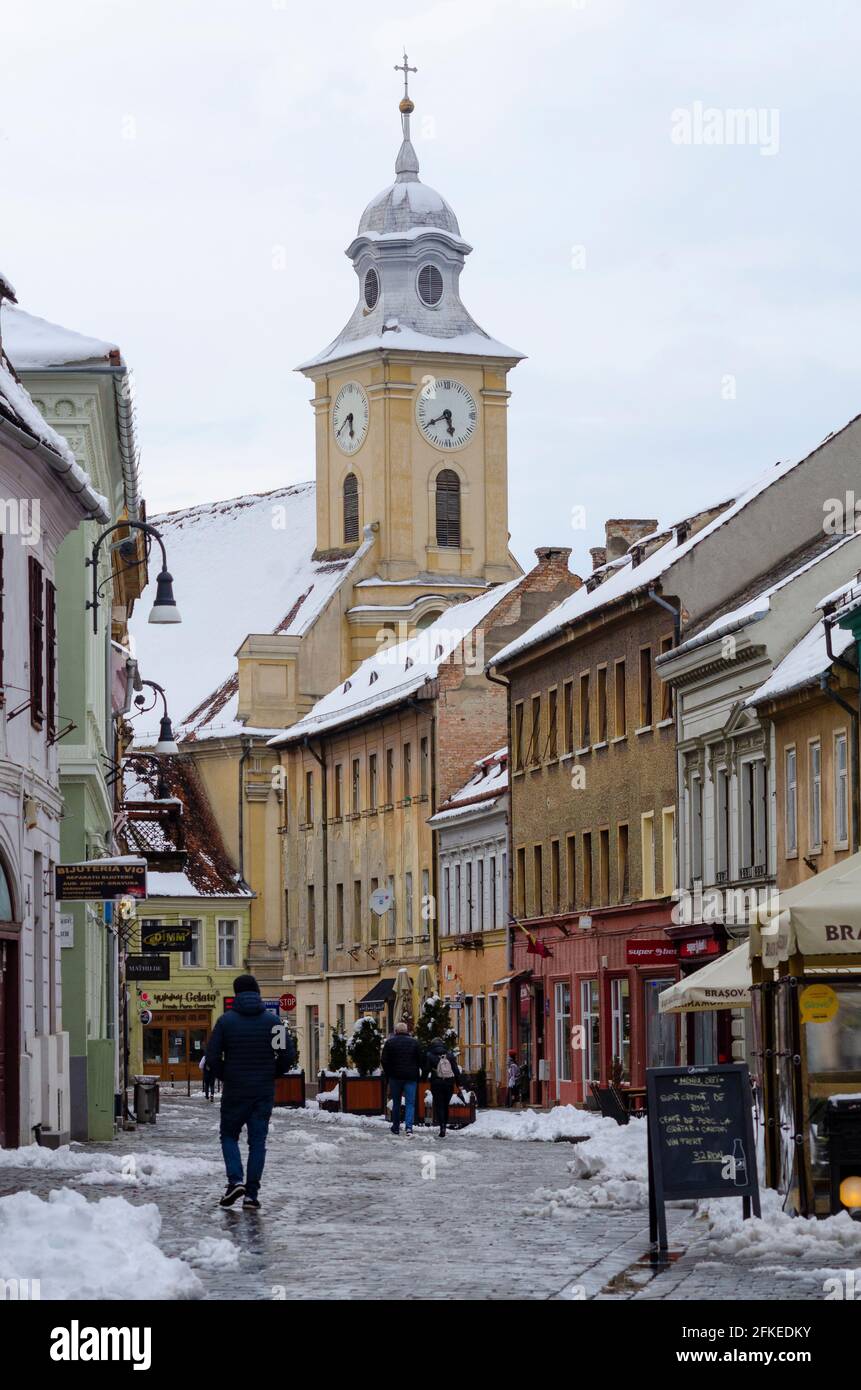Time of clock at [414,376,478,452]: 5:40
